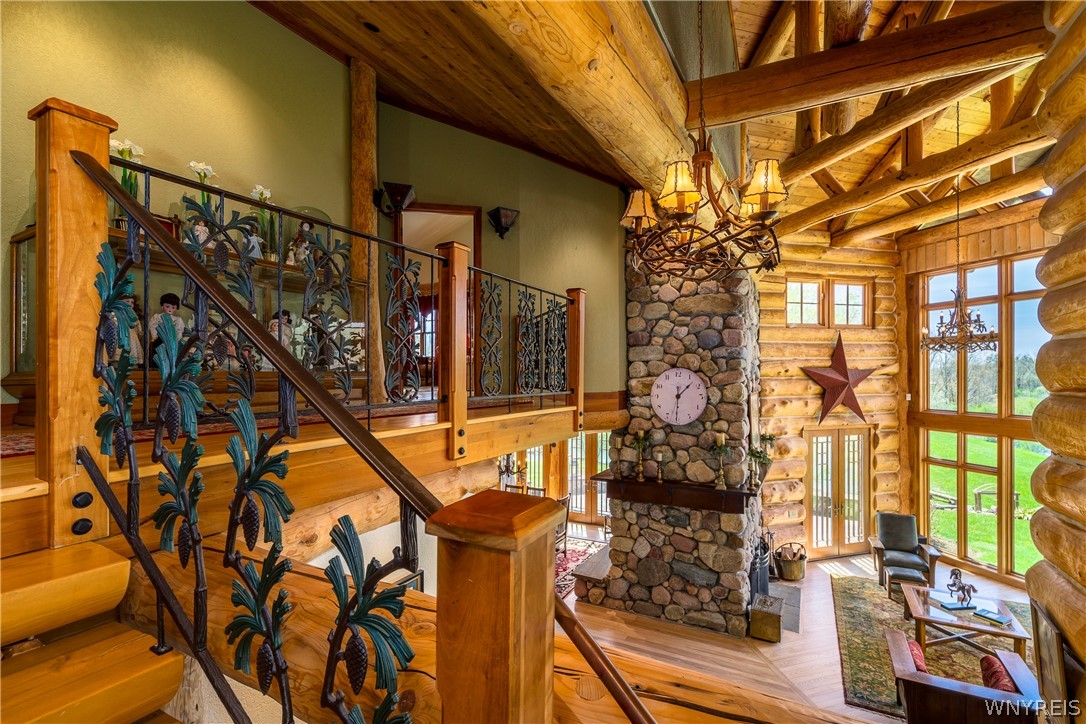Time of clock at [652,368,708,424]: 1:30
